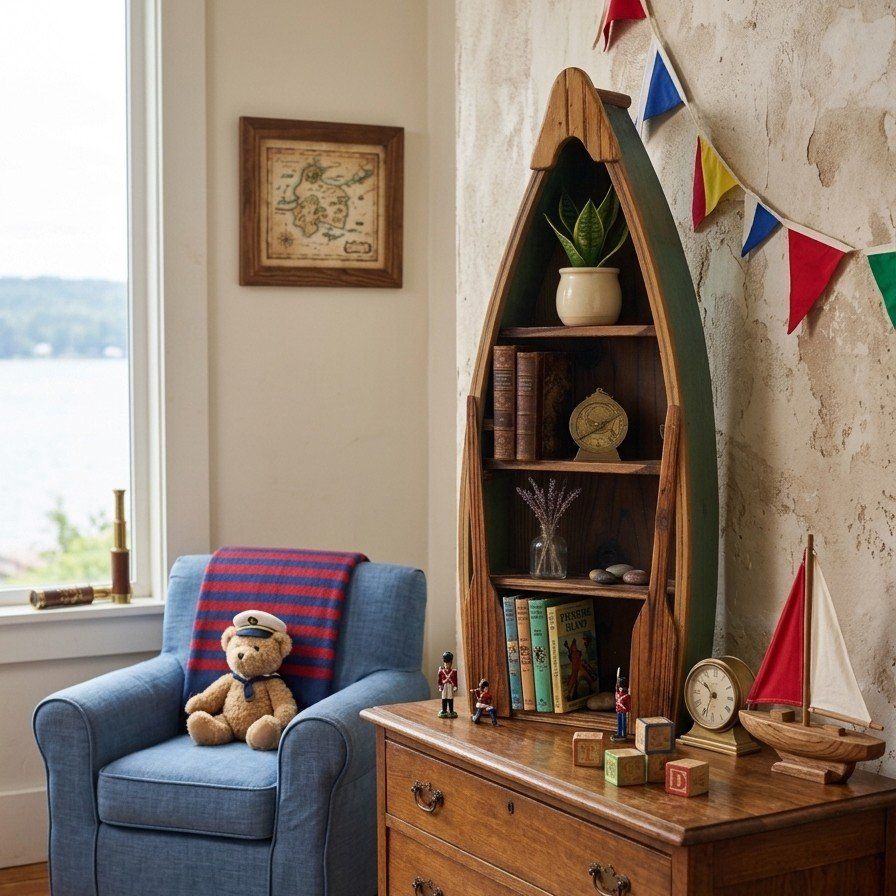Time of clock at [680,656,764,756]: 10:33
